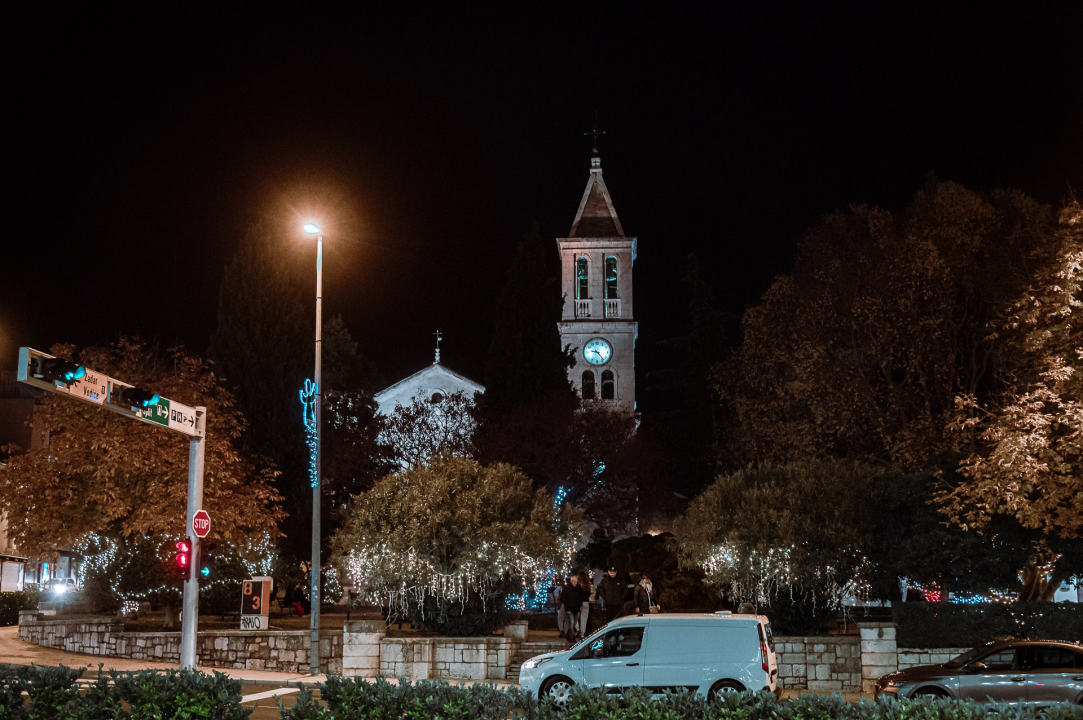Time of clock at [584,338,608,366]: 9:23
